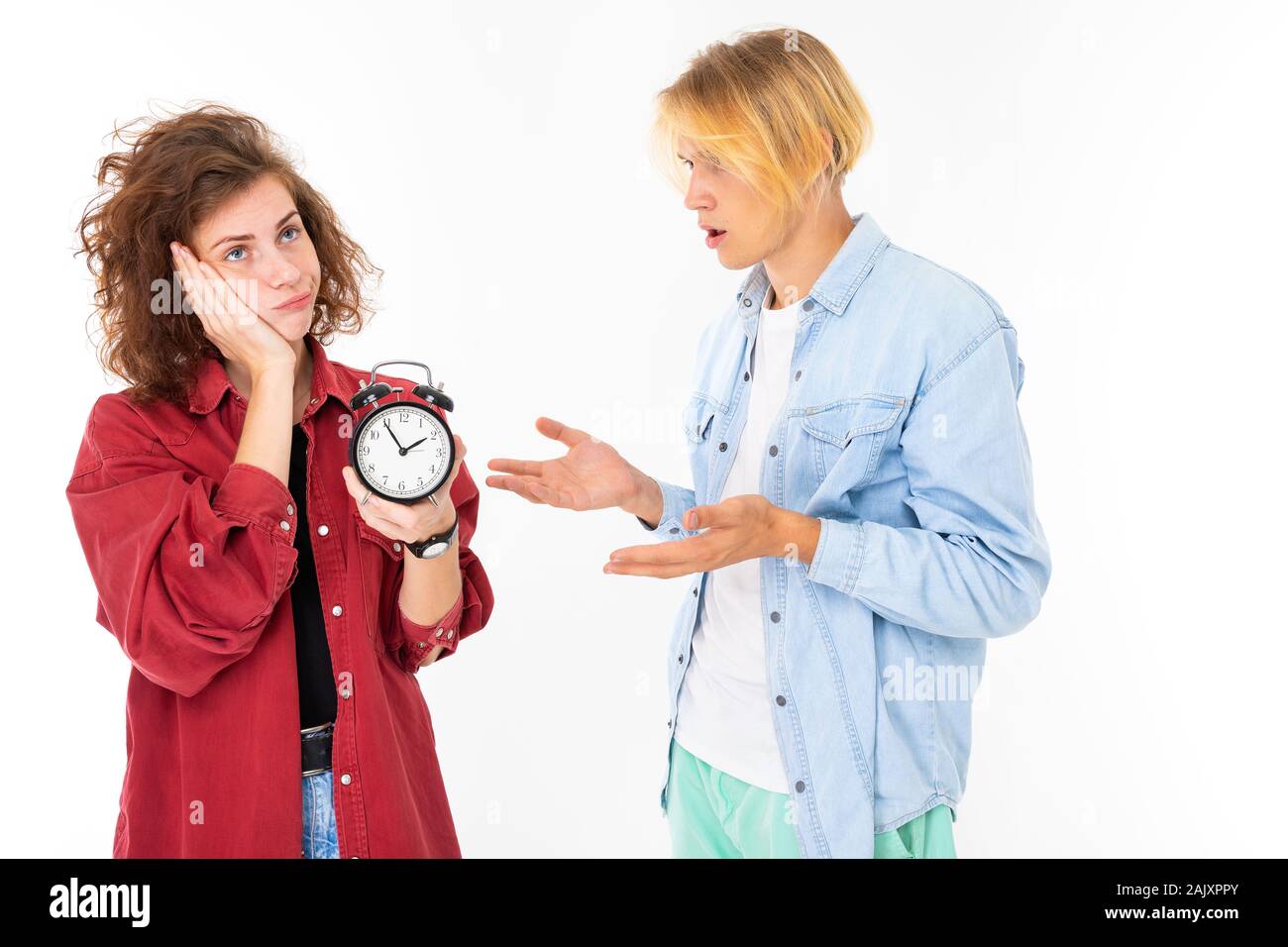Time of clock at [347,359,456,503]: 1:54
